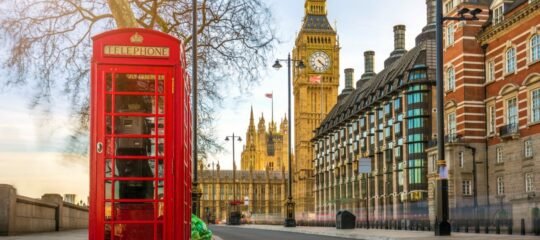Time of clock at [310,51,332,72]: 4:22
